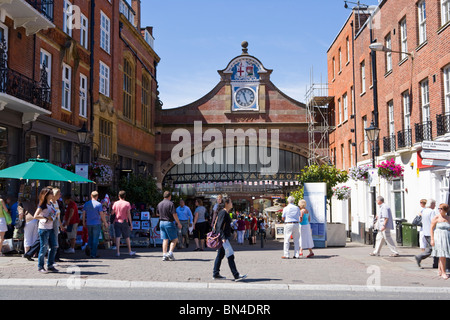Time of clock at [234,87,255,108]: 11:26
